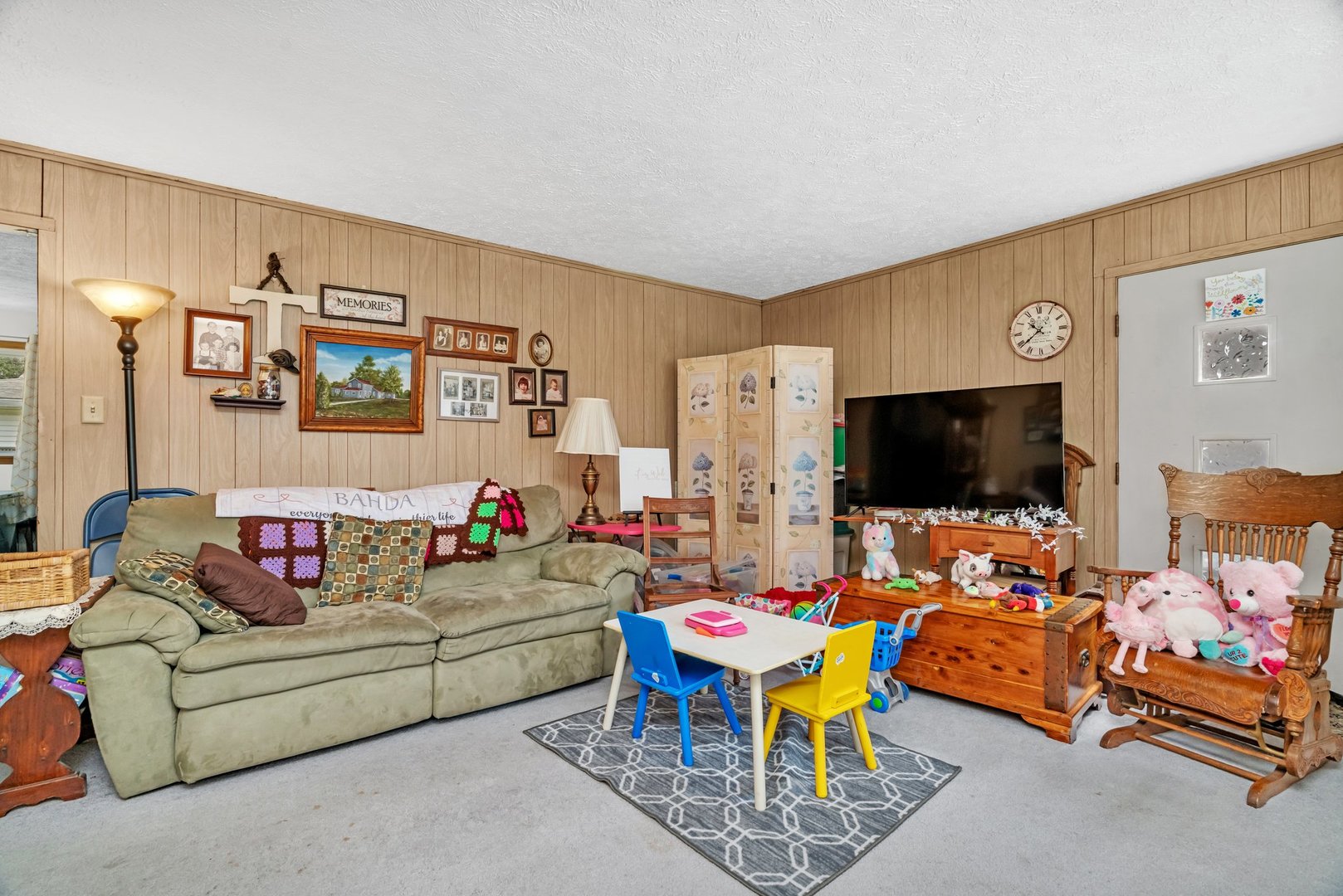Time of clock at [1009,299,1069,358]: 10:38
